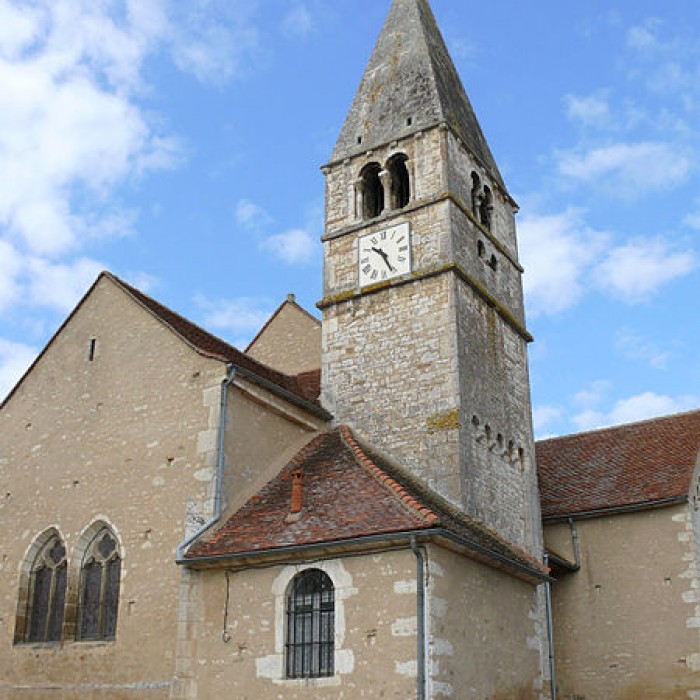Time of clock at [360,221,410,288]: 10:26
